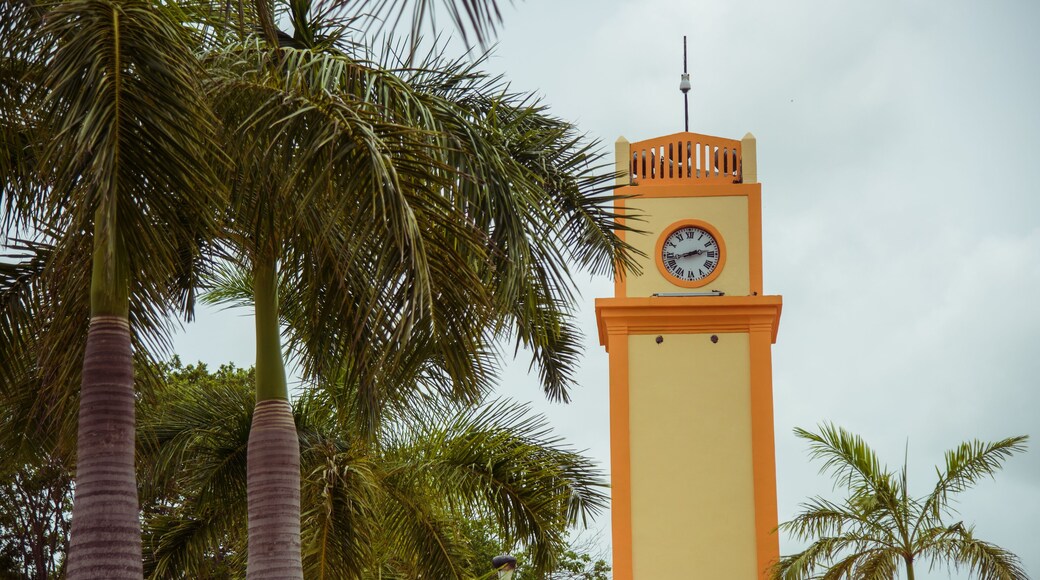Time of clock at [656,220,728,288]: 2:42
